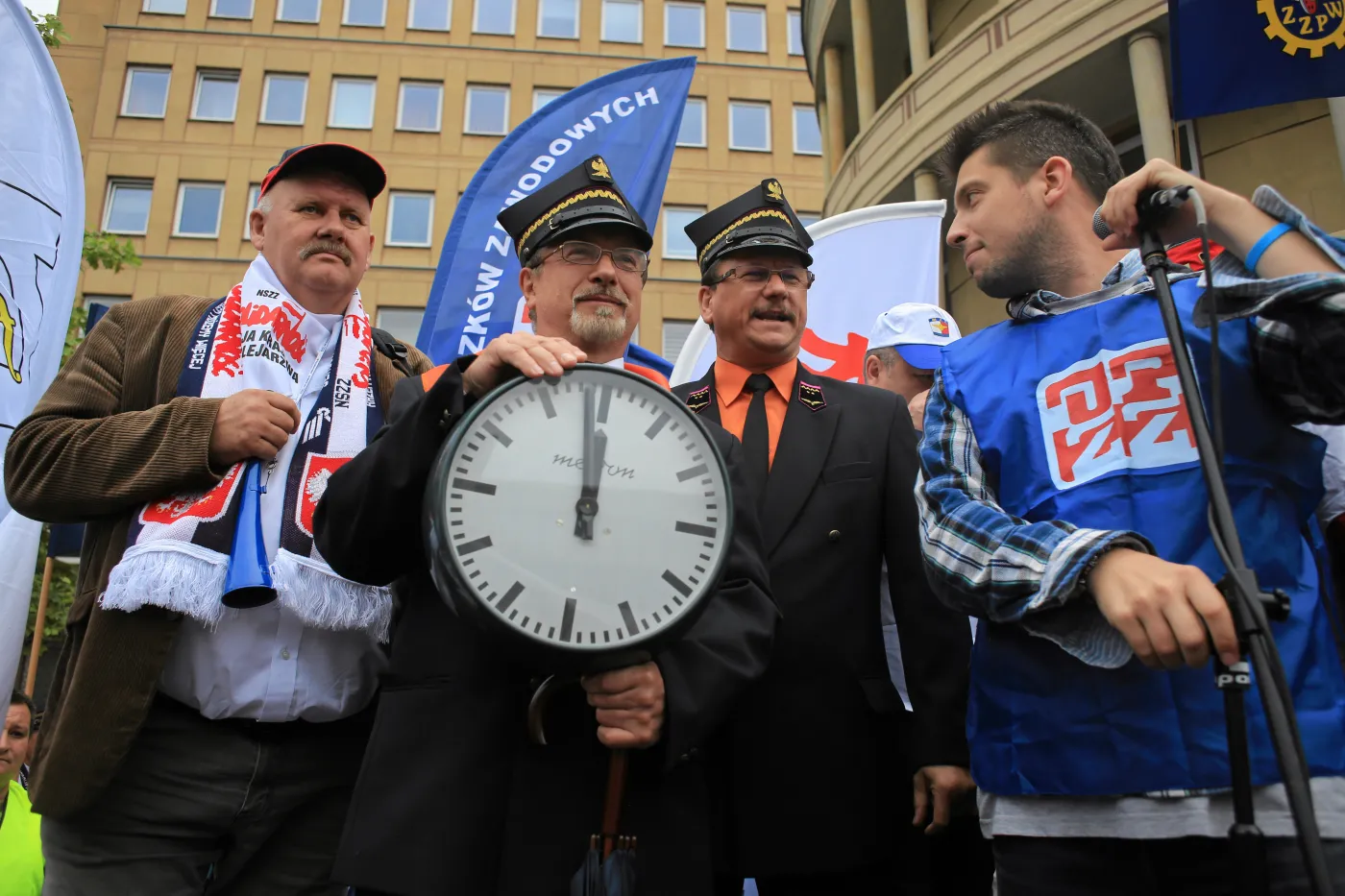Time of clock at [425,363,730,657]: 11:58
